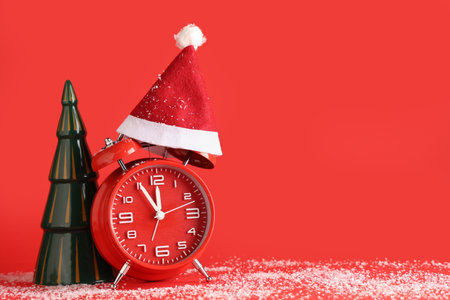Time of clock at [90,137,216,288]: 11:54
